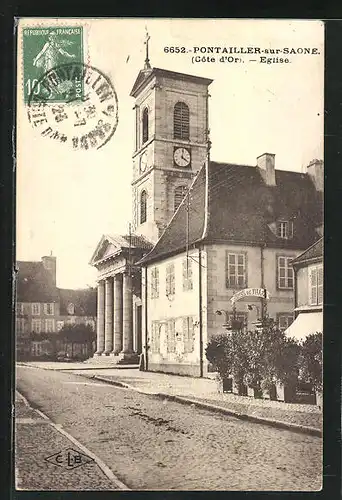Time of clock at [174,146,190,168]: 4:01
